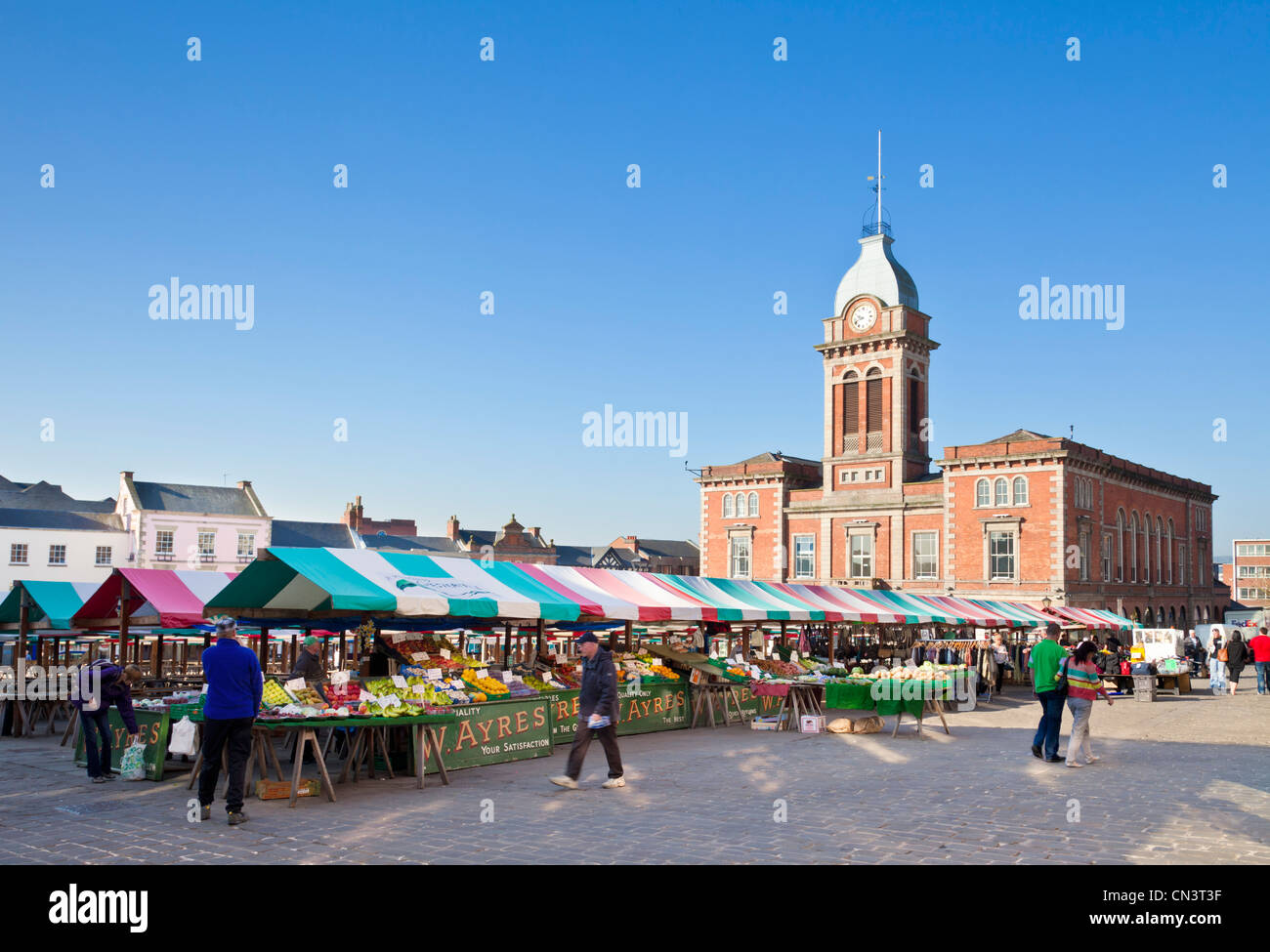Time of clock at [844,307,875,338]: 9:41
